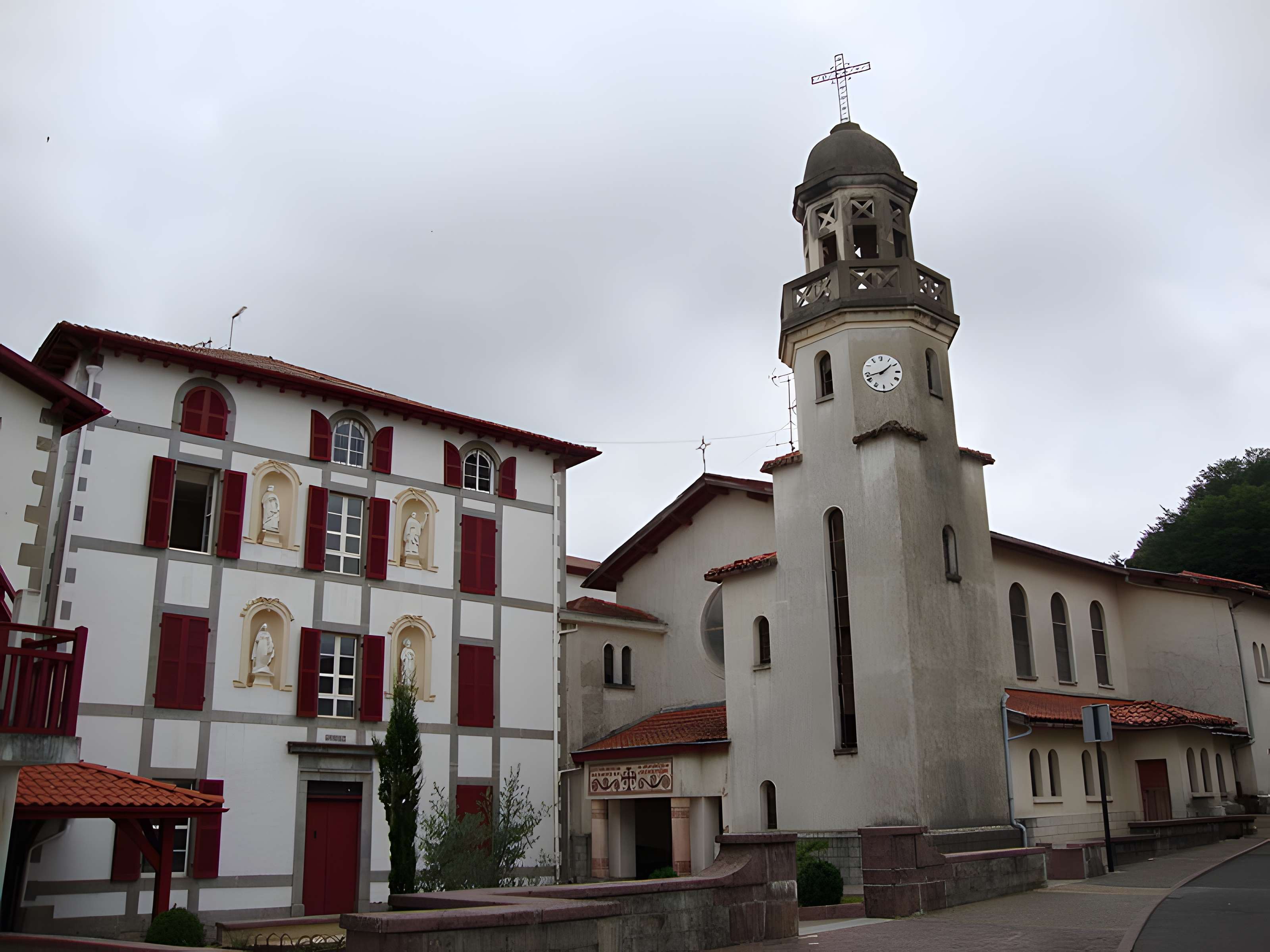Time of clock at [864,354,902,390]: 1:42
